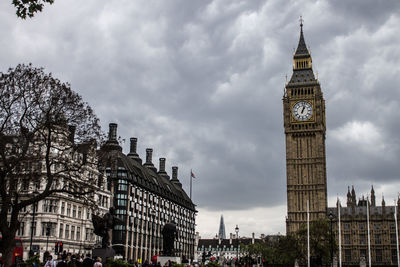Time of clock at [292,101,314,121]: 1:02
